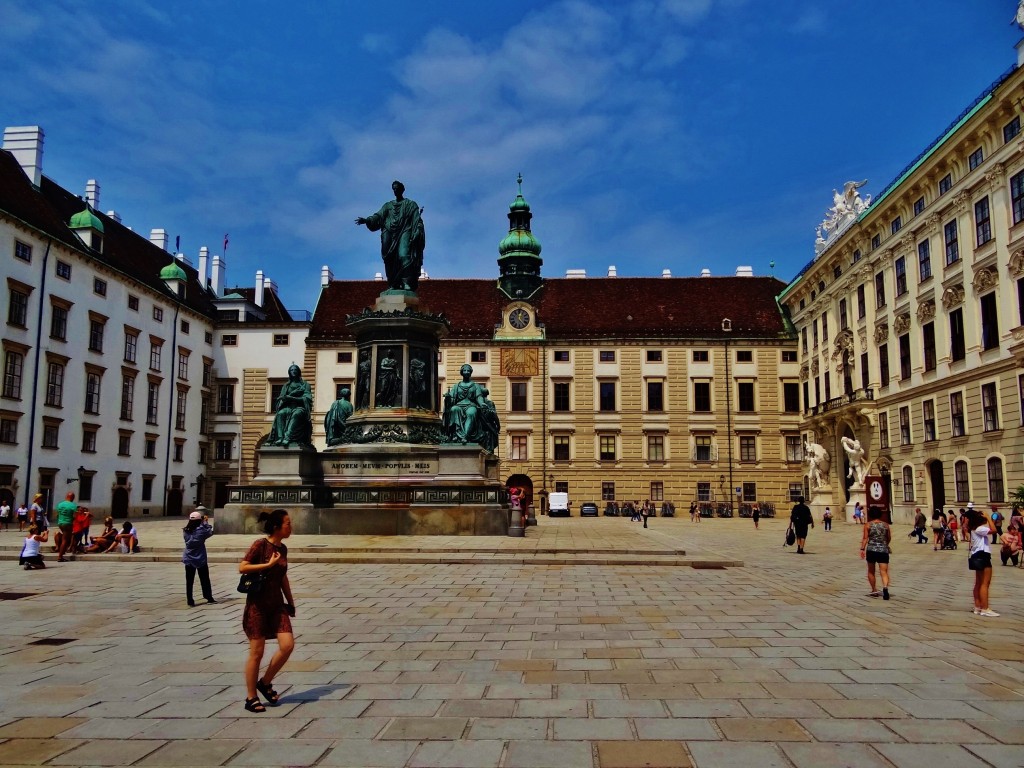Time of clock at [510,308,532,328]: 12:23
